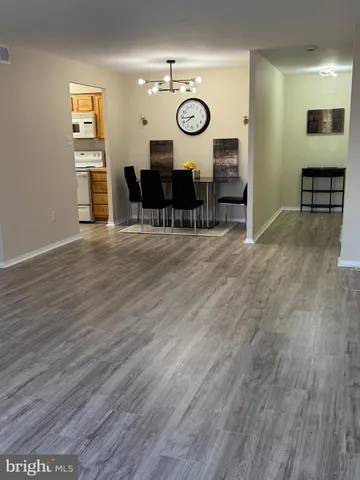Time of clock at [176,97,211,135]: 7:44
